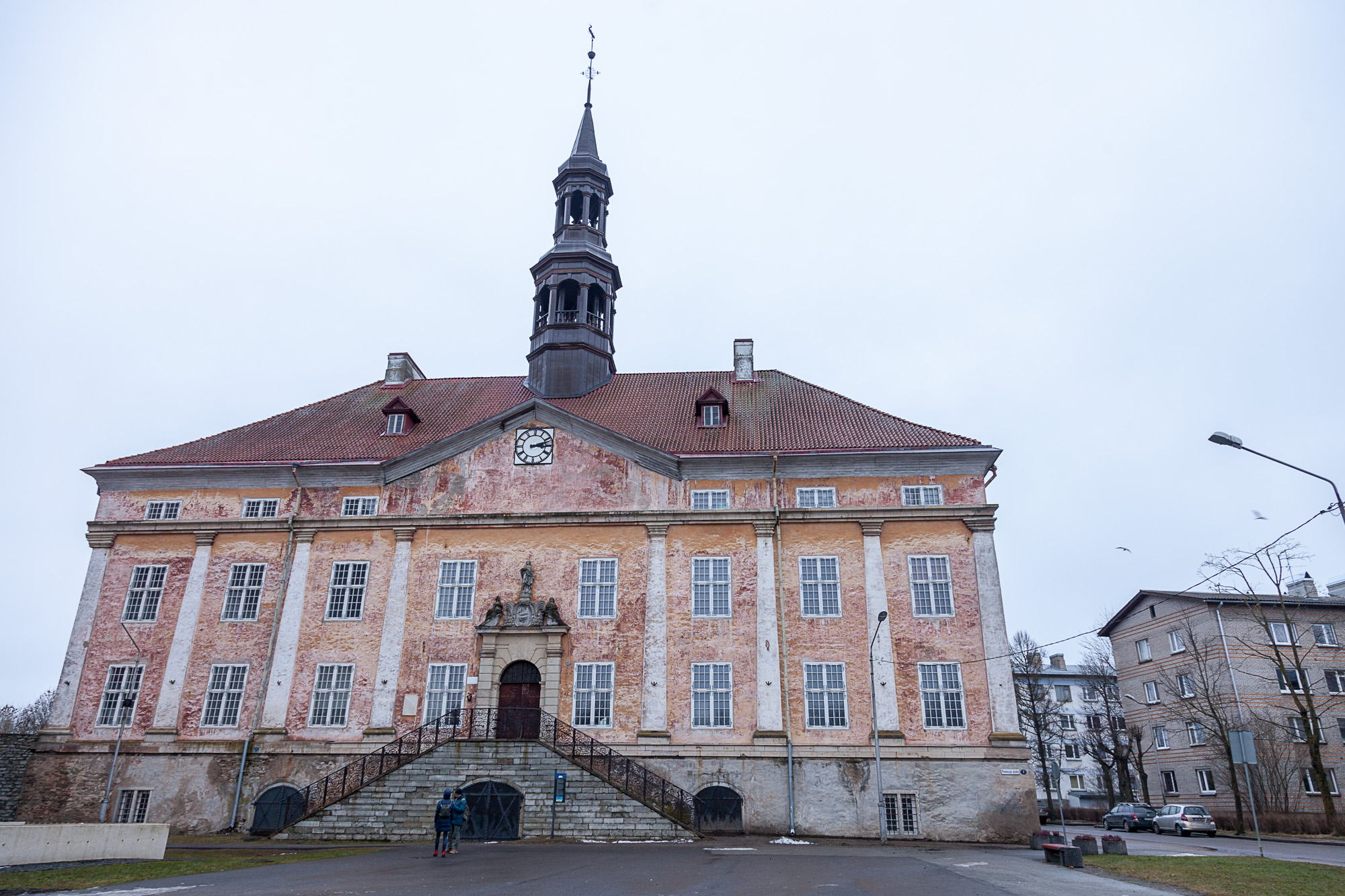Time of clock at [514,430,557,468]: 3:12
